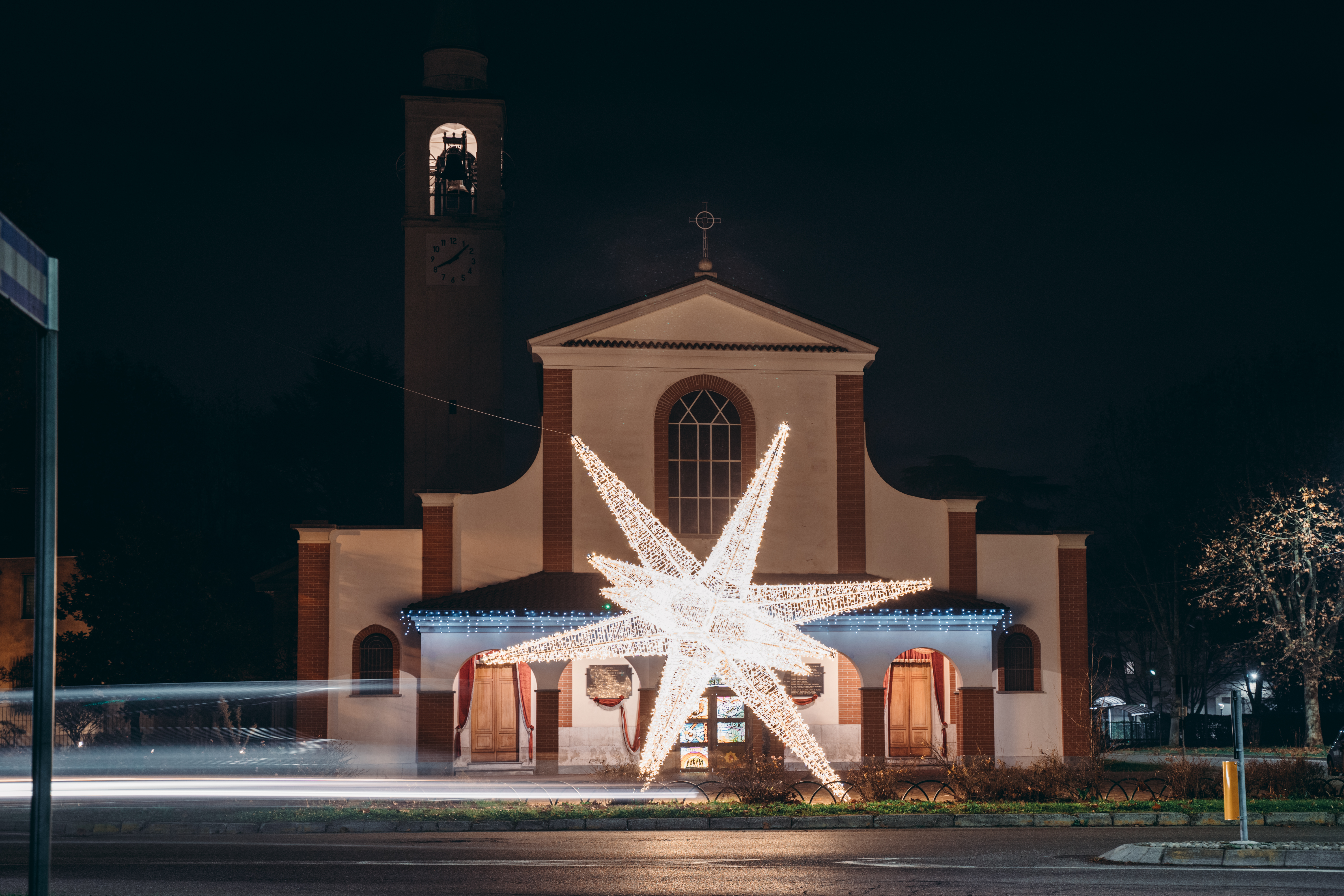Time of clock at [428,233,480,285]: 8:07
